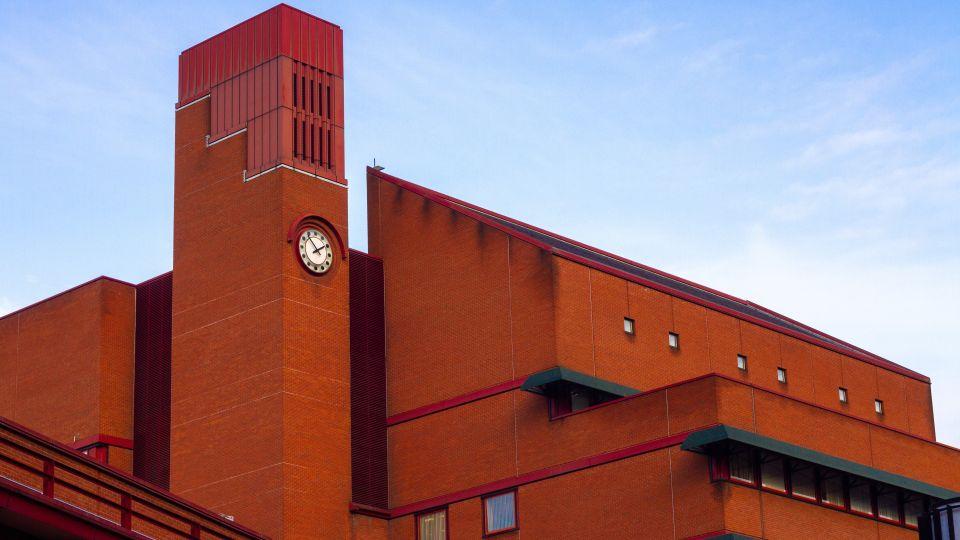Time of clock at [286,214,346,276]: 1:53
